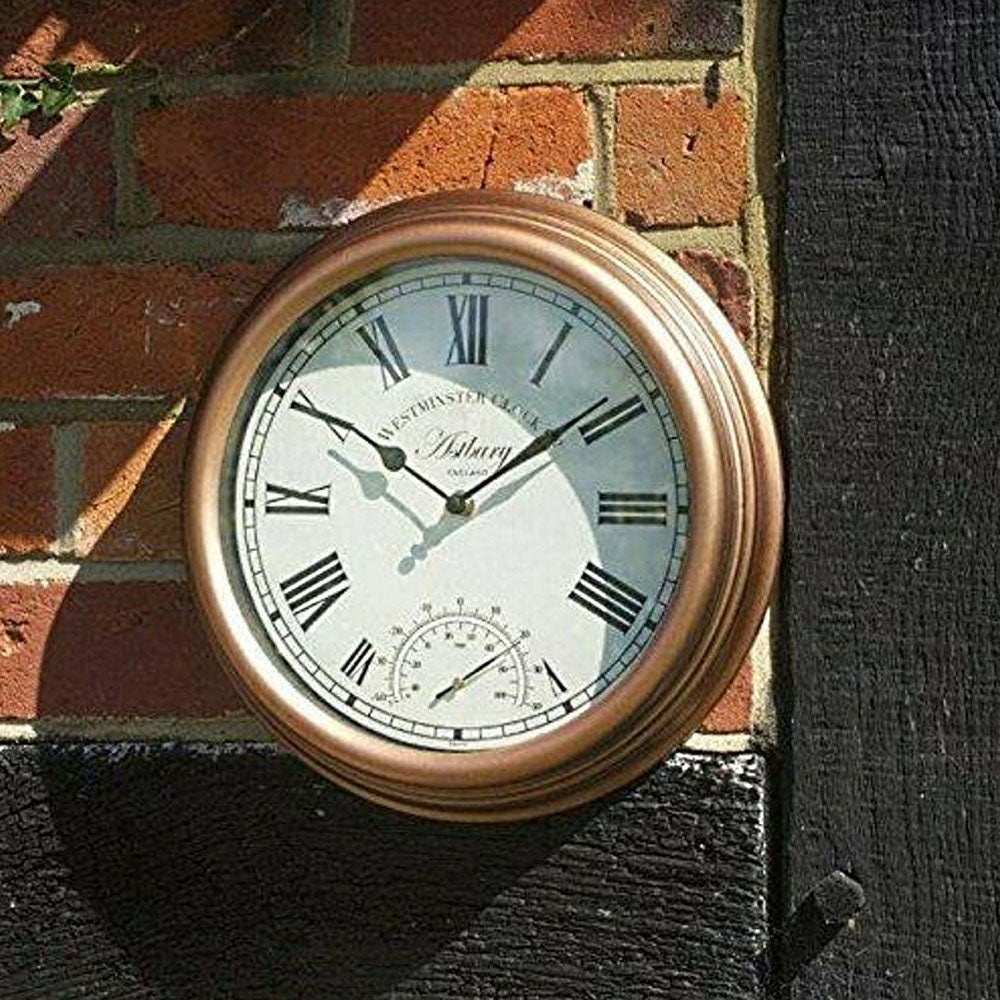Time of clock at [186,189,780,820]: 1:50
